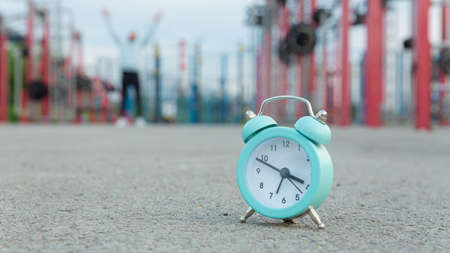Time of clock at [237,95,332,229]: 3:48
